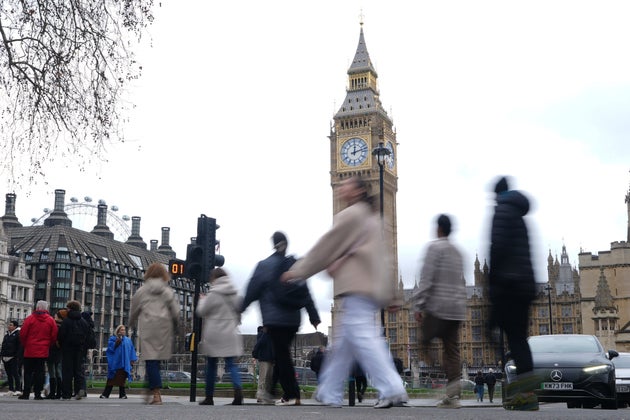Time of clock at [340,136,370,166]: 12:12
